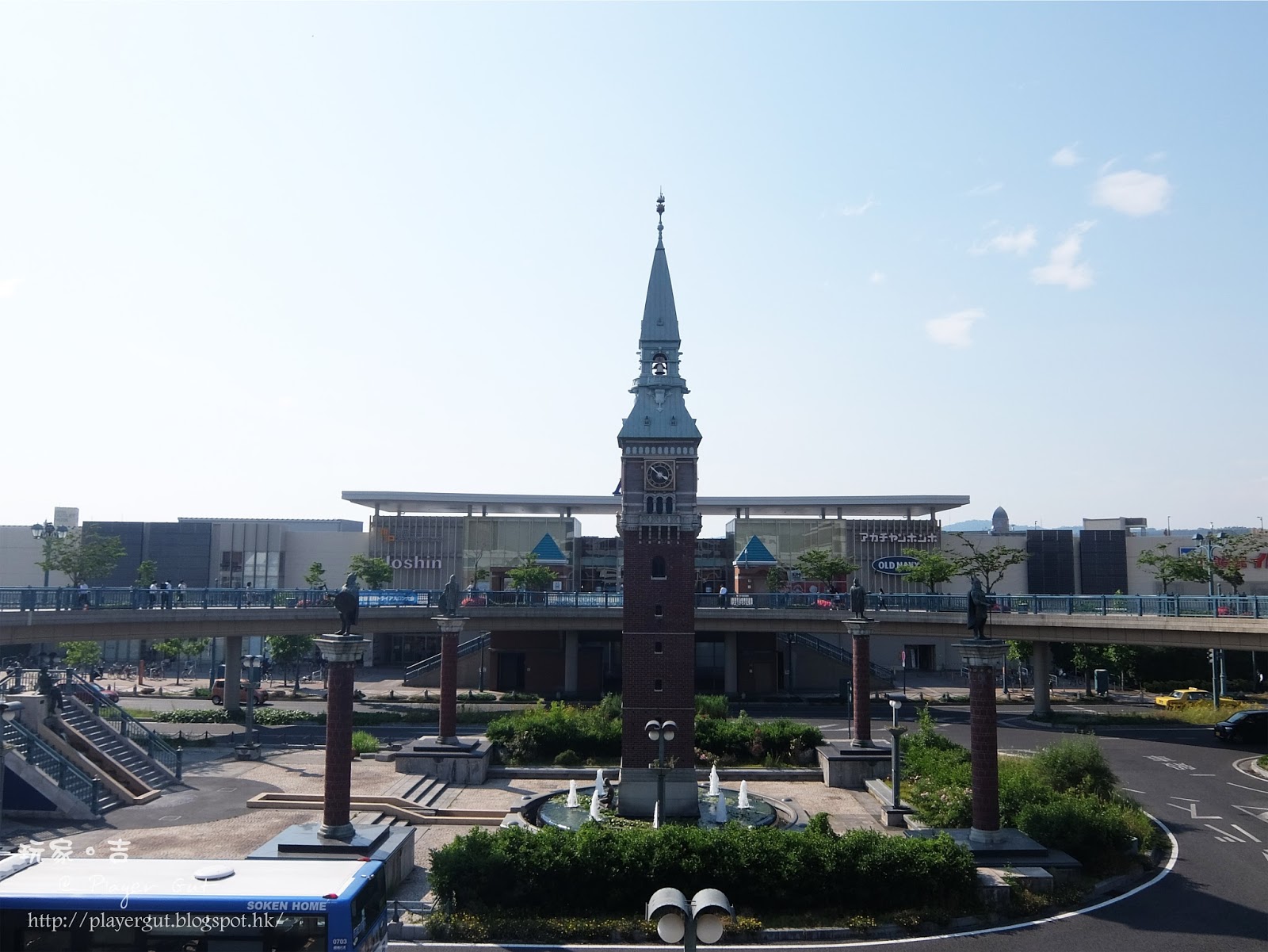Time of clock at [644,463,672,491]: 3:52
